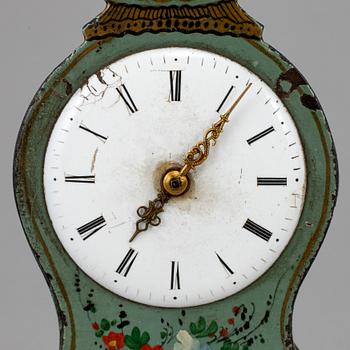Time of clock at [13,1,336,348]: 7:06
